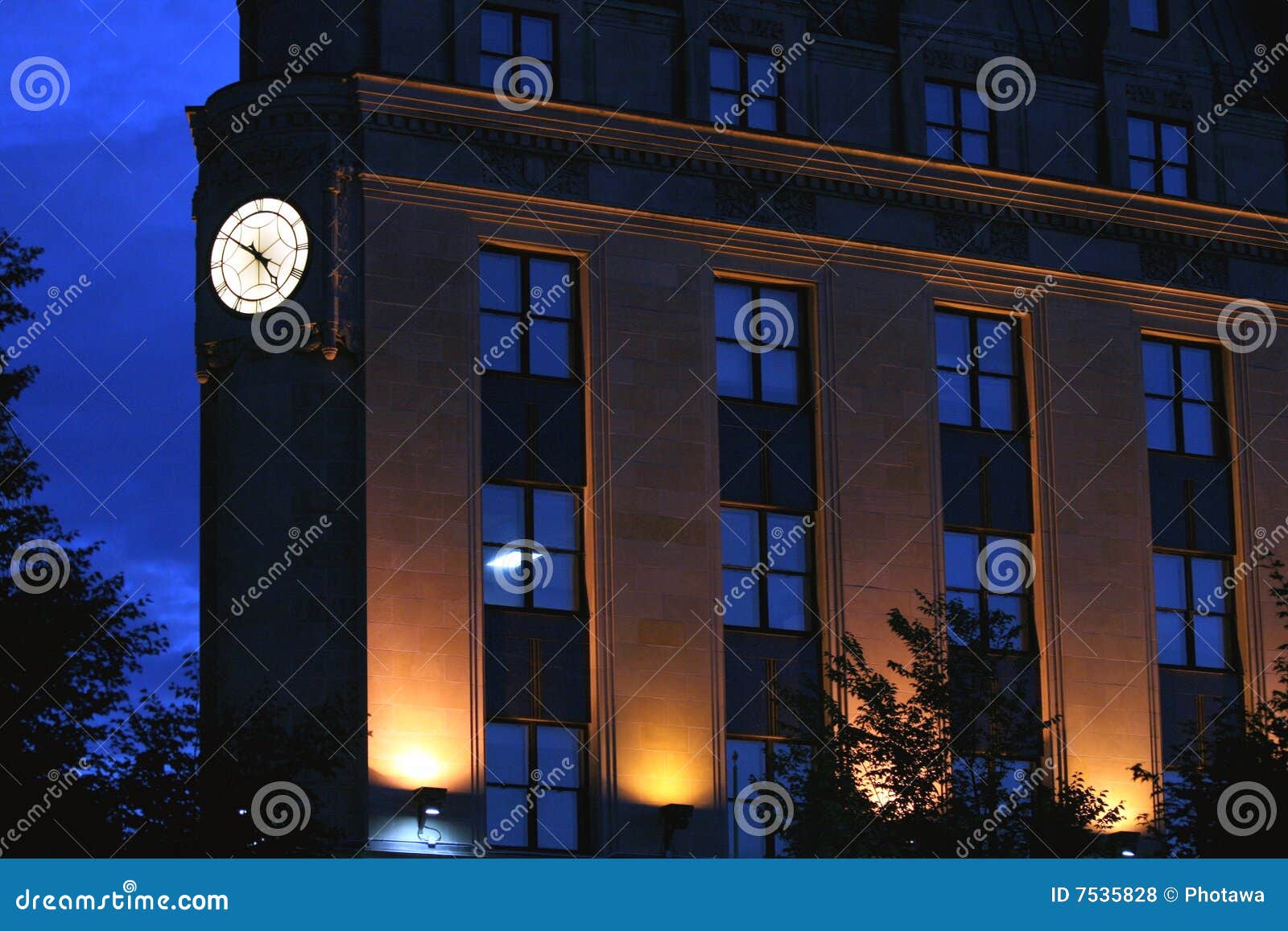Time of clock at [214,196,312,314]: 4:50
